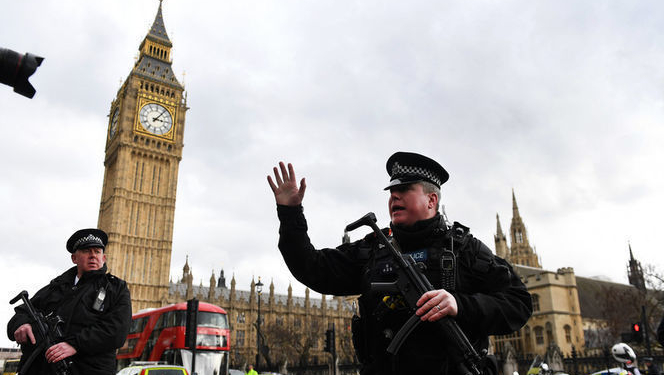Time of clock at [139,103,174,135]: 3:06
